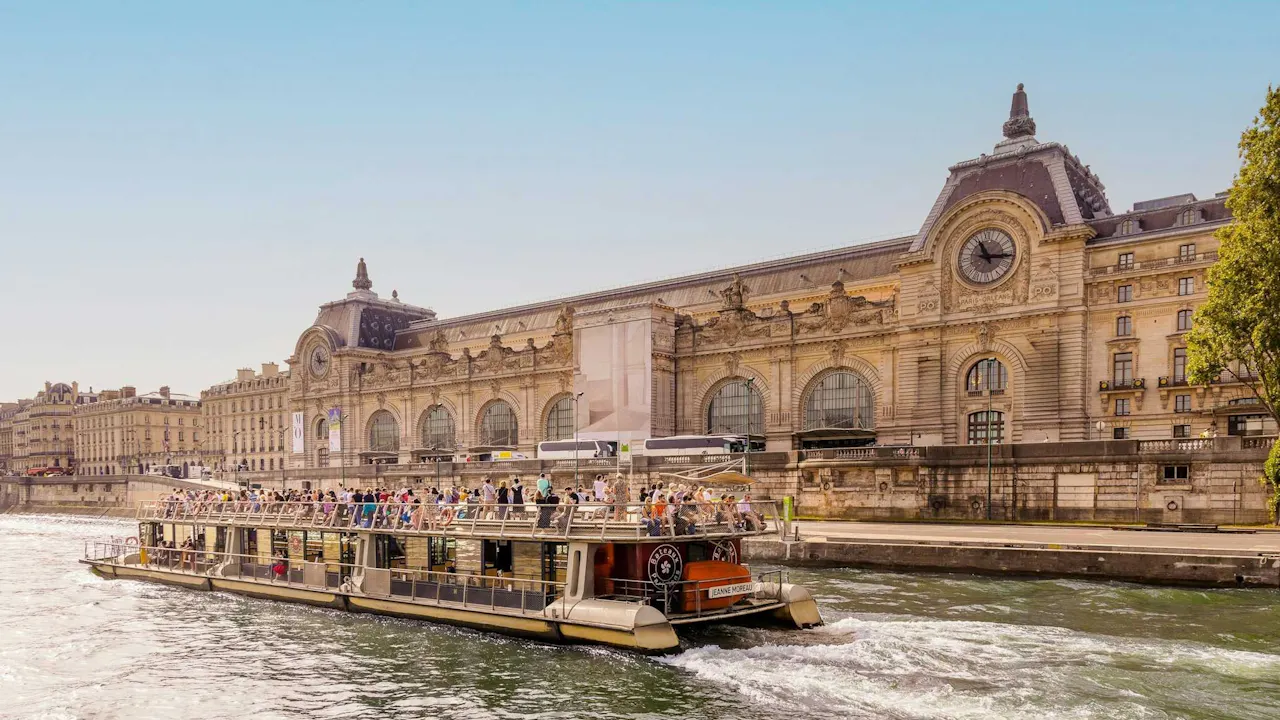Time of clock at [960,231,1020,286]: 11:15
